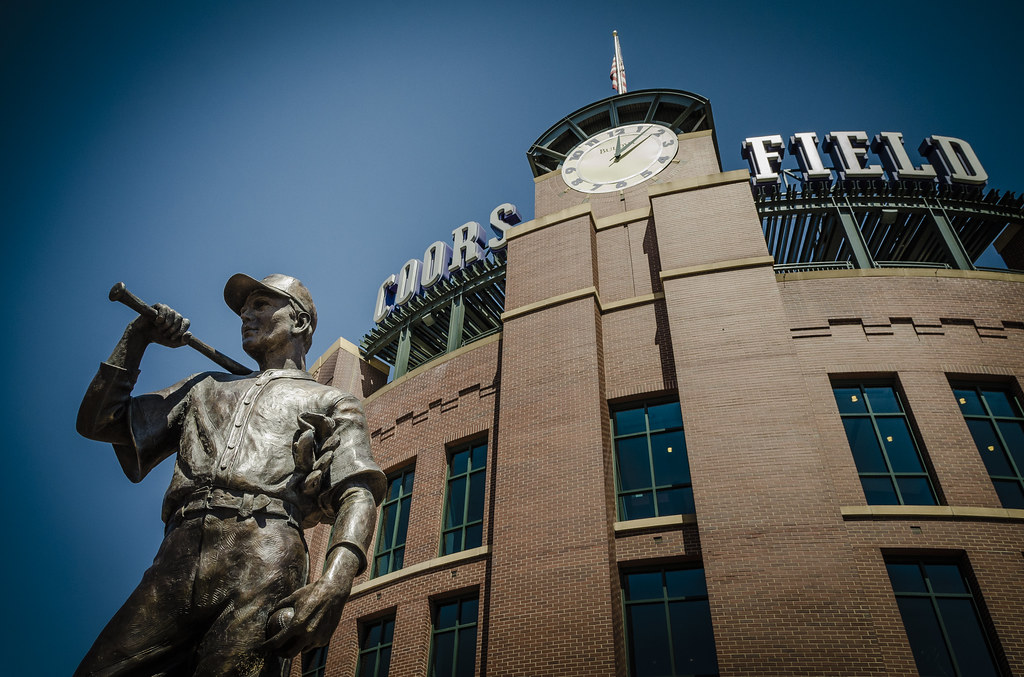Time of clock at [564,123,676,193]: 12:07
